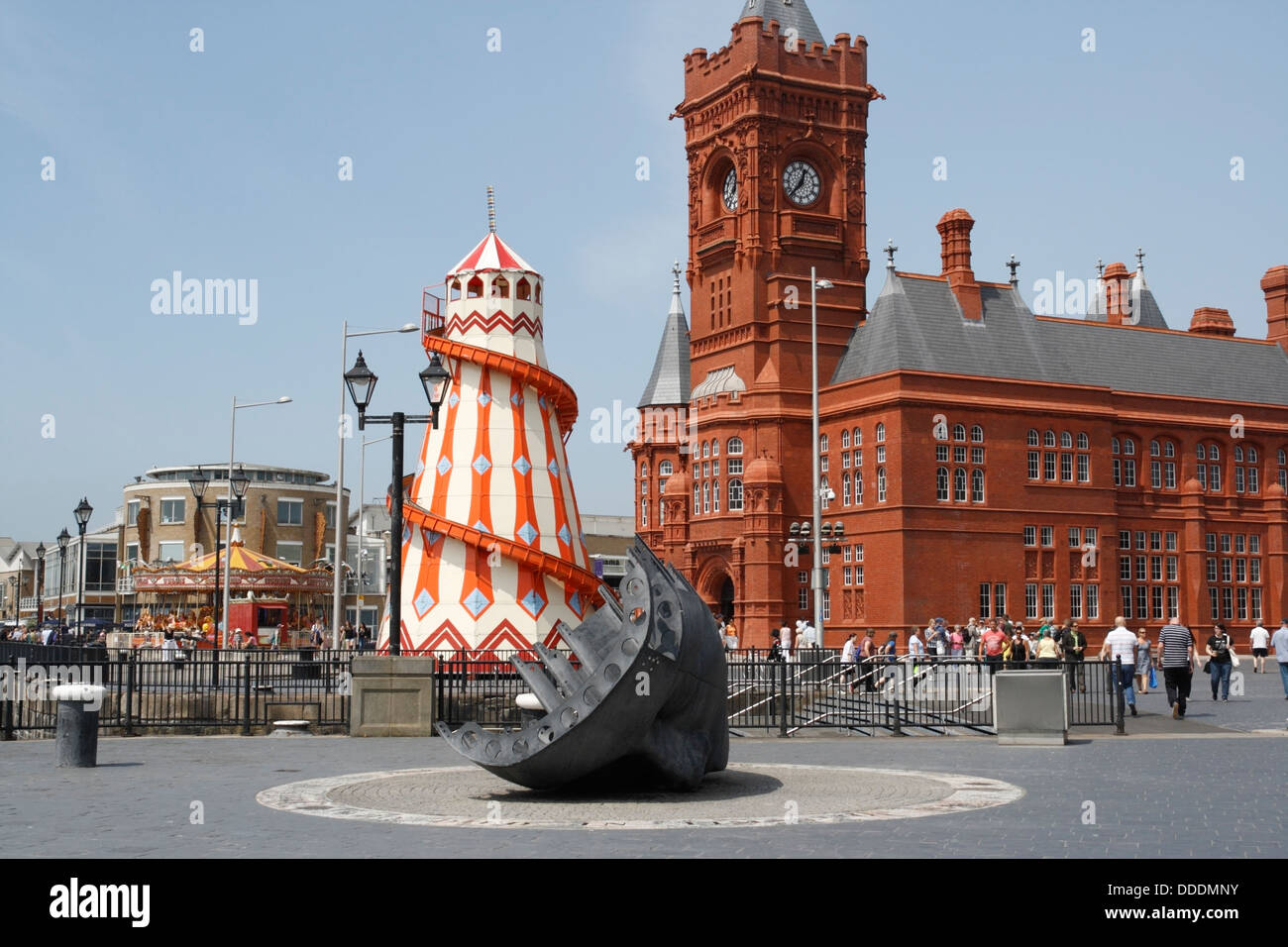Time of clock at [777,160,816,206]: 12:37
